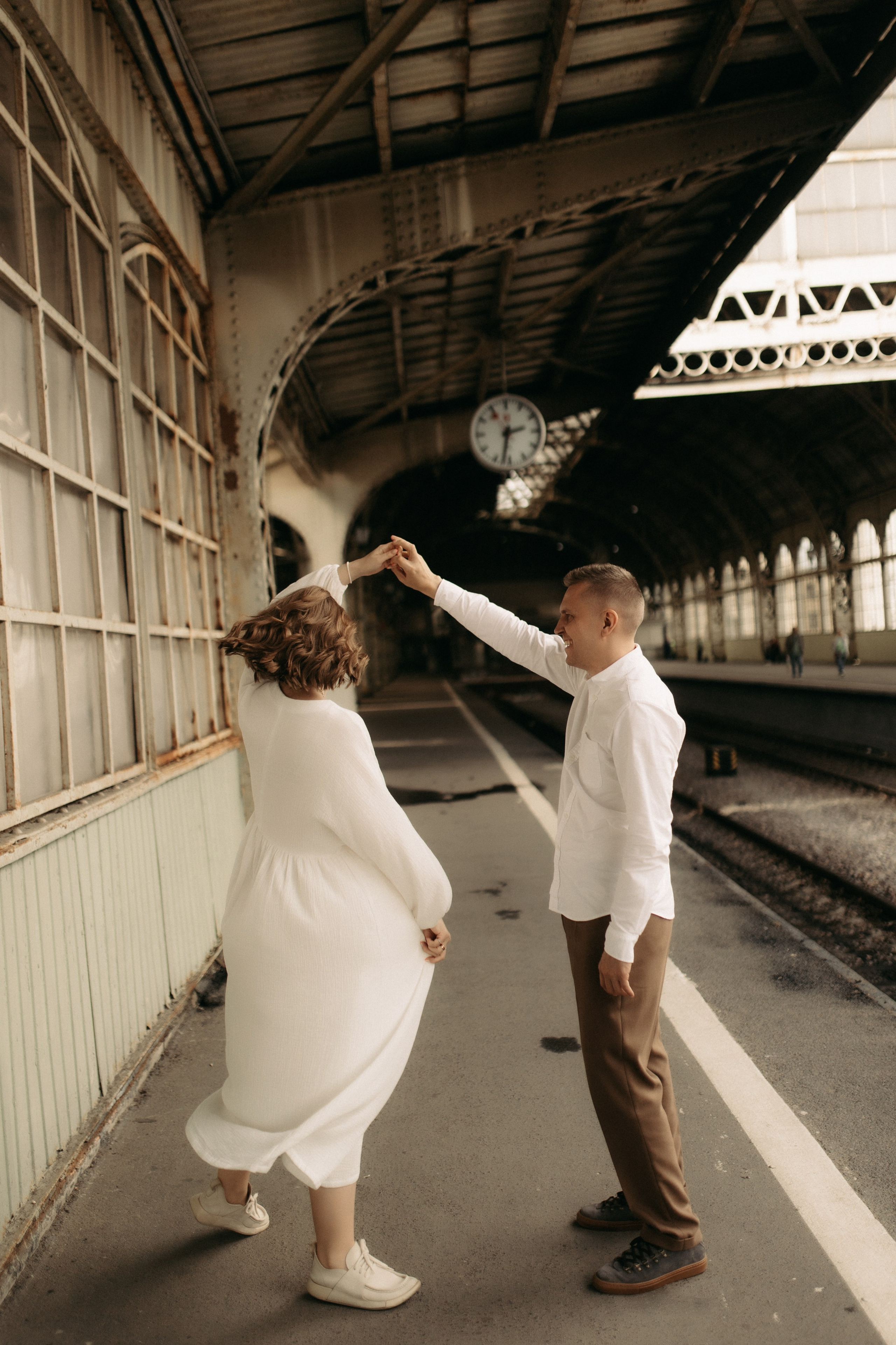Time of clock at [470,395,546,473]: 2:32
